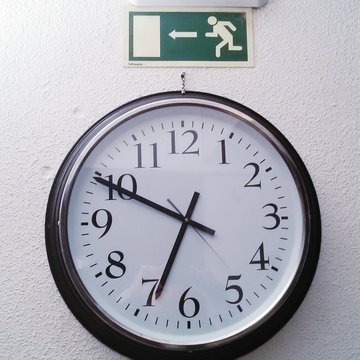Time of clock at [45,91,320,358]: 6:49
